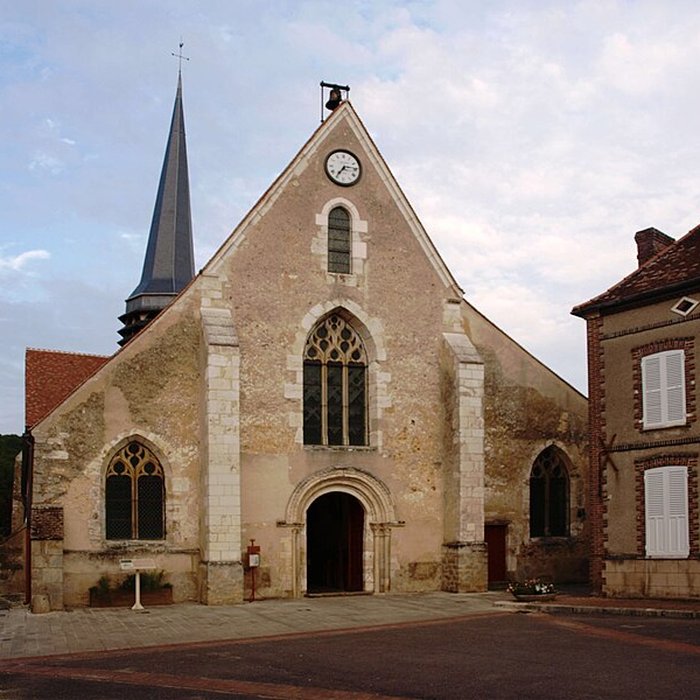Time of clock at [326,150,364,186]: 7:14
